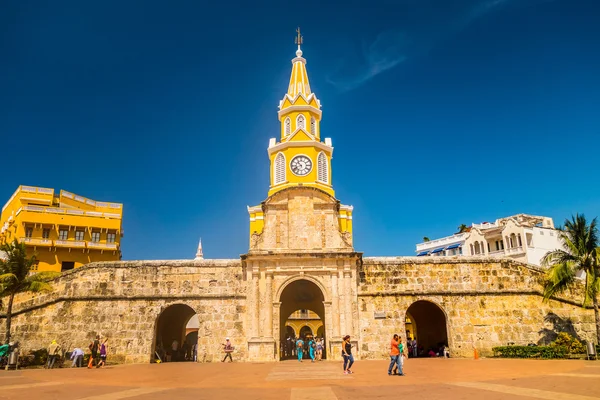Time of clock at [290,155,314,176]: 10:41
